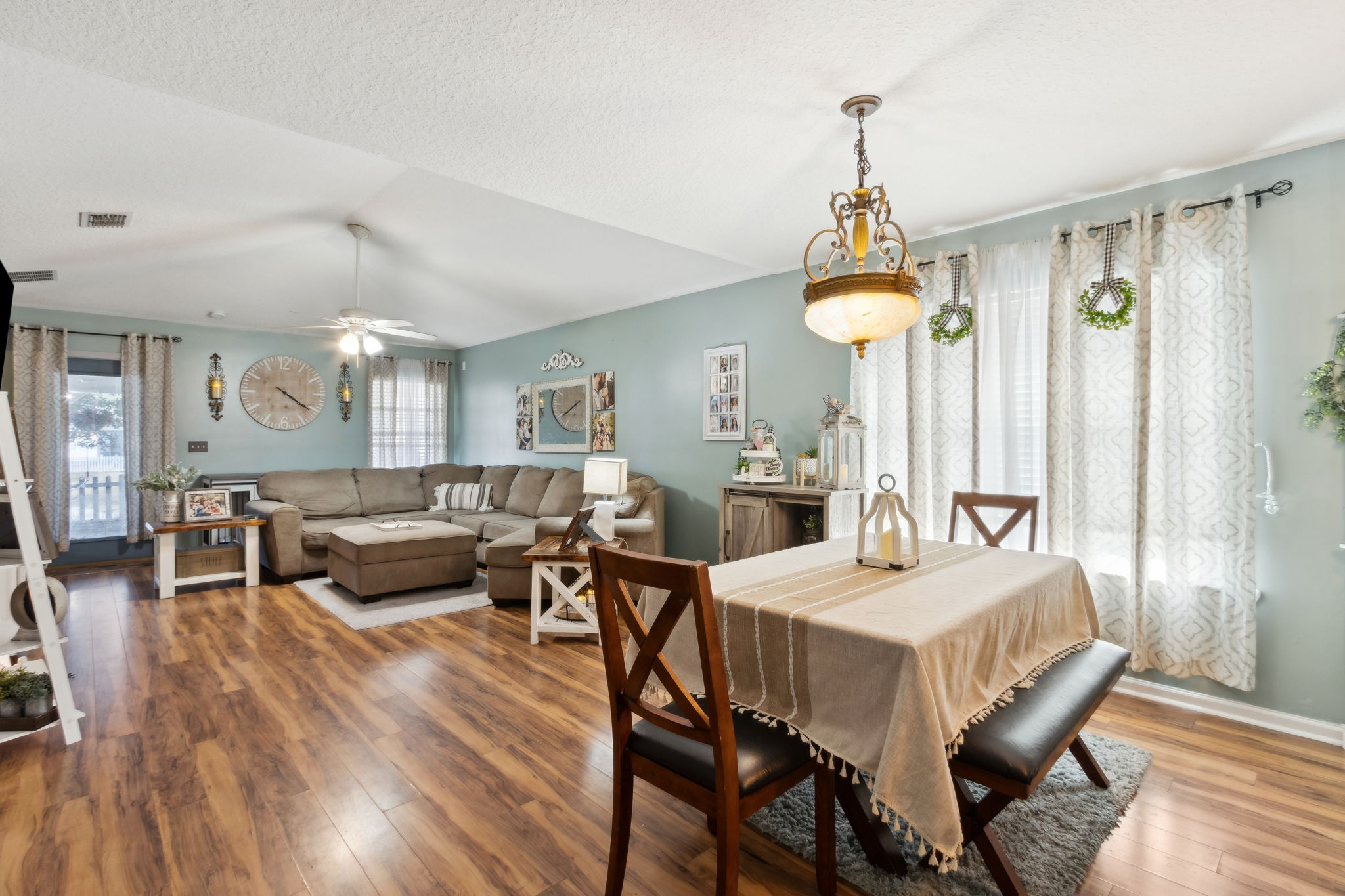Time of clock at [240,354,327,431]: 4:20
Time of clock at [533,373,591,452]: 1:39
